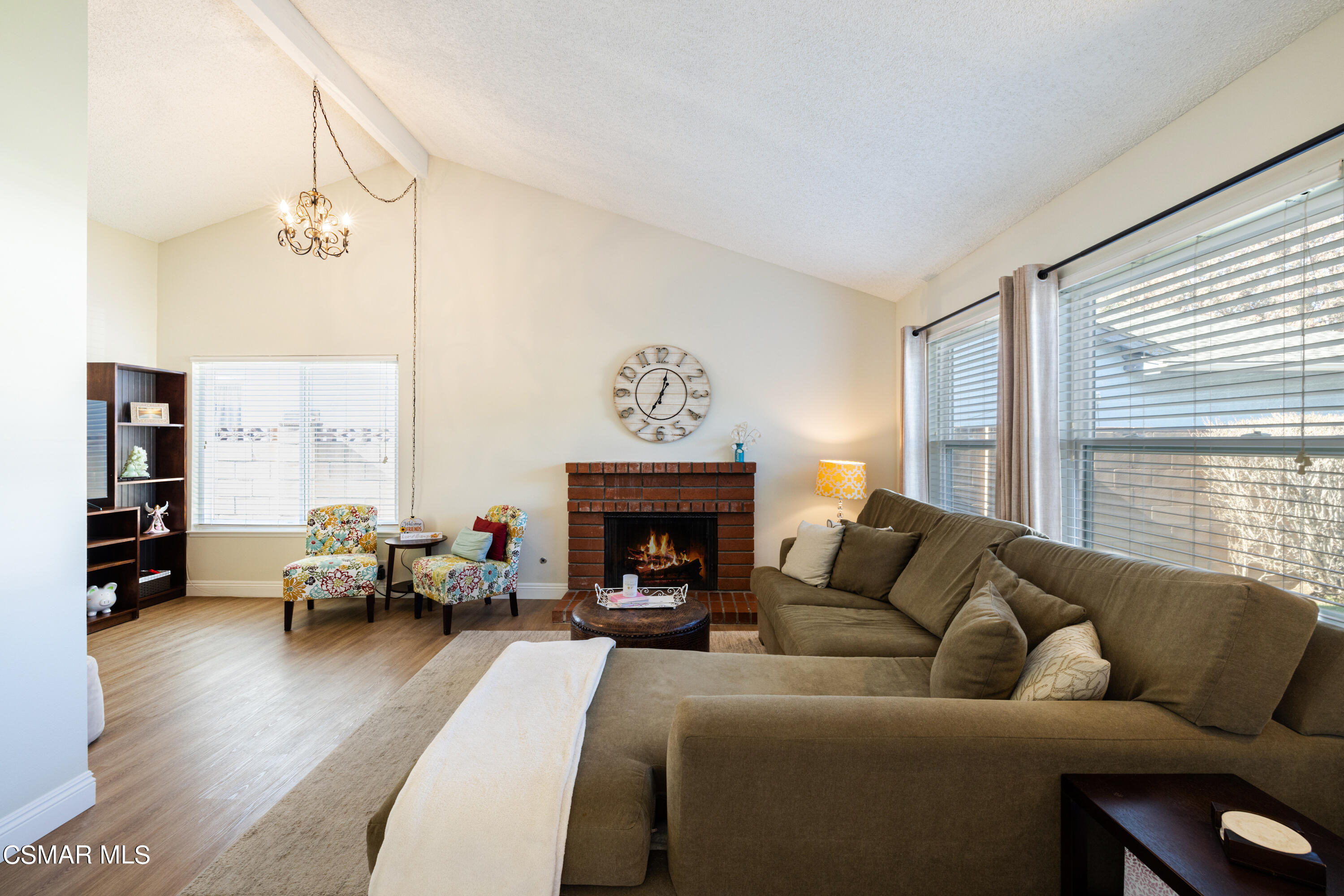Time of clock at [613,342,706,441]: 12:34
